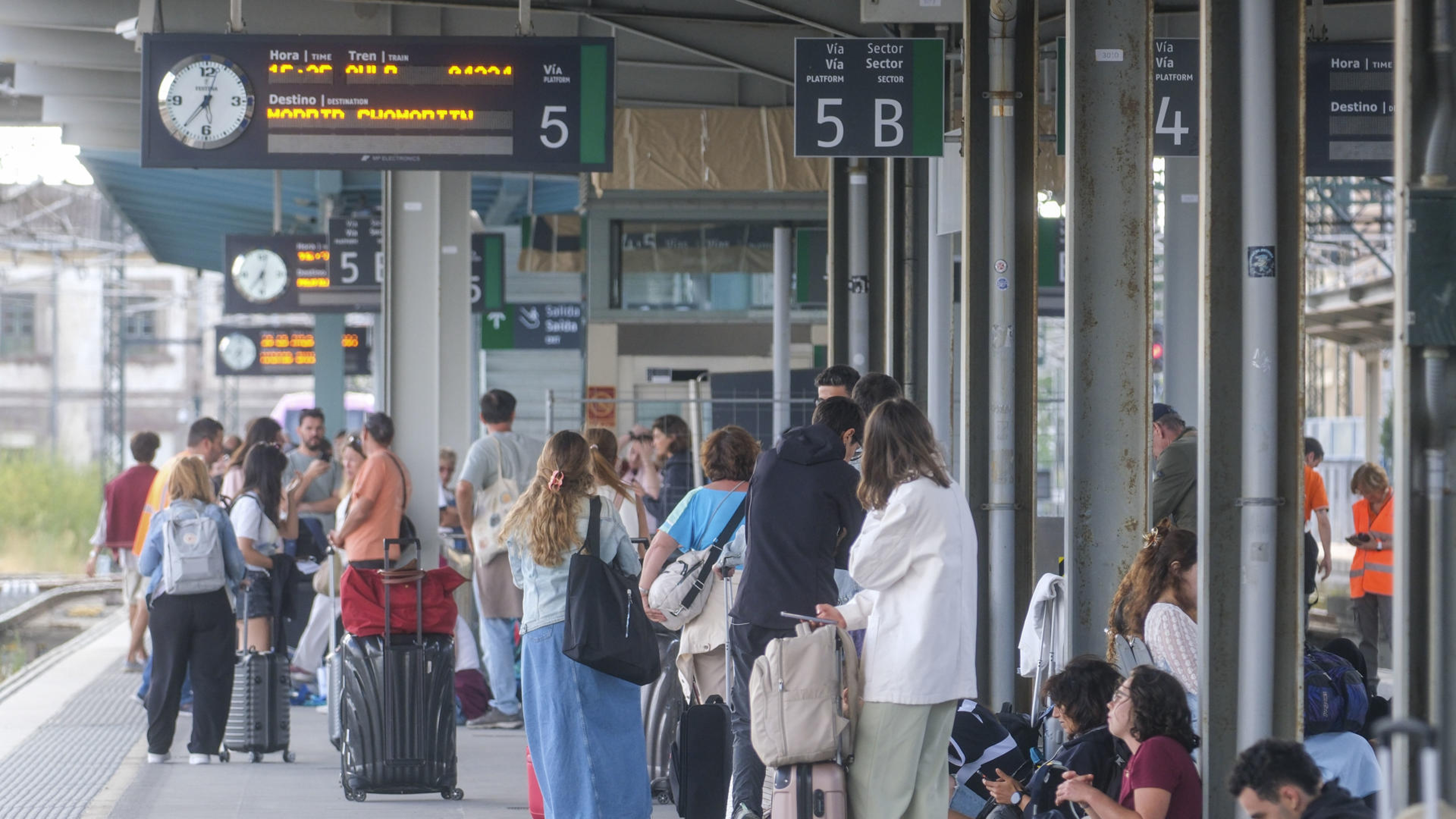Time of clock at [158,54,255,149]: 12:36
